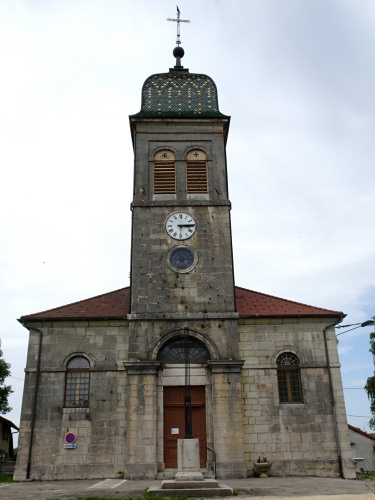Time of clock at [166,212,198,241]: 3:14
